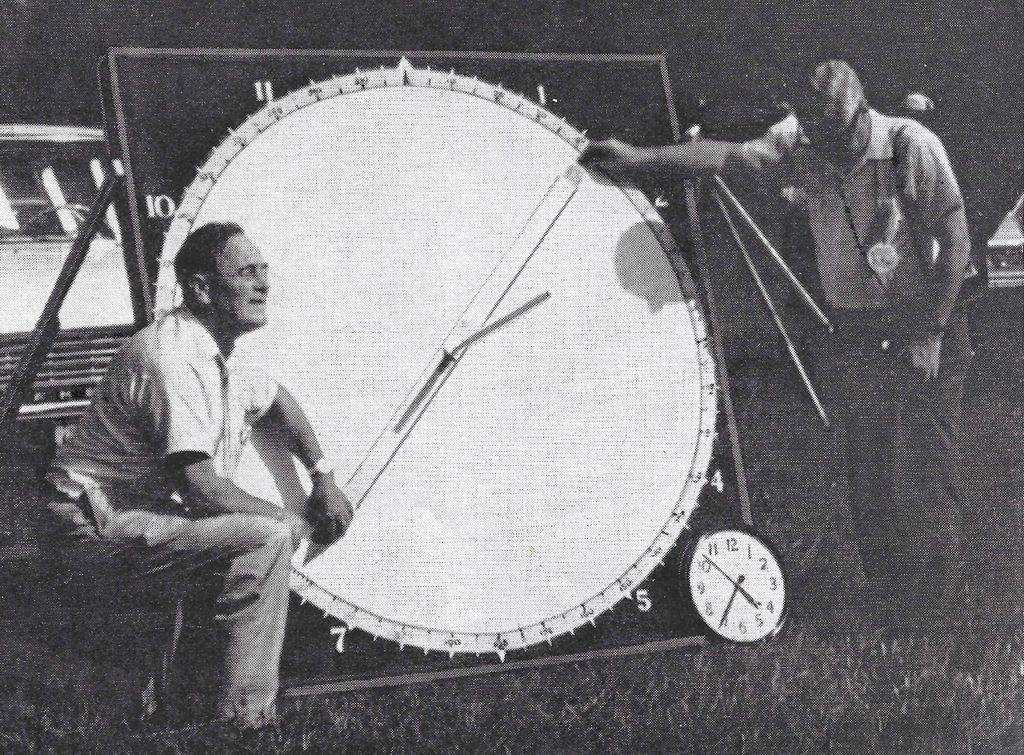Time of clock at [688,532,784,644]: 4:35
